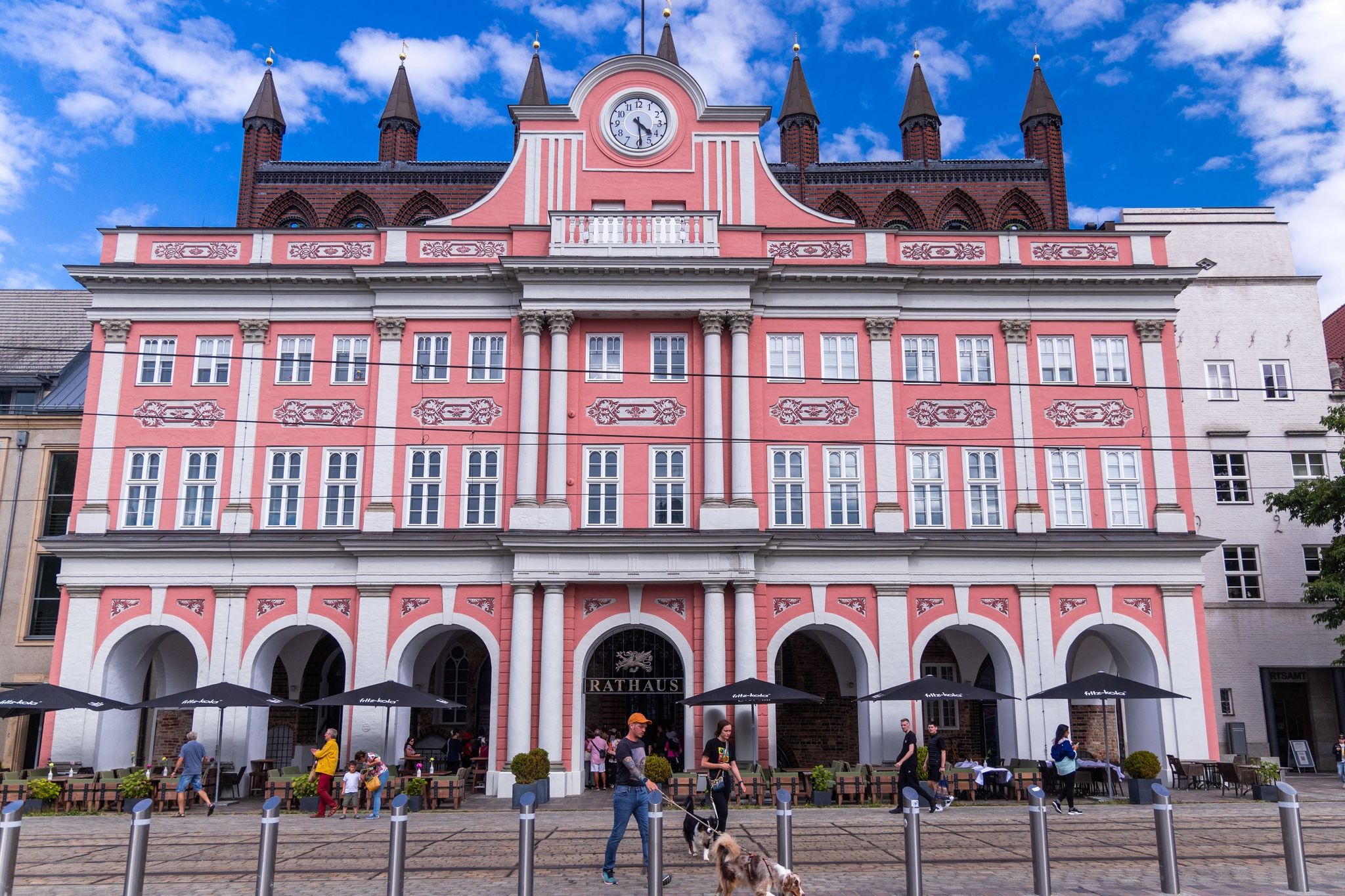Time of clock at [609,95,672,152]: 4:29
